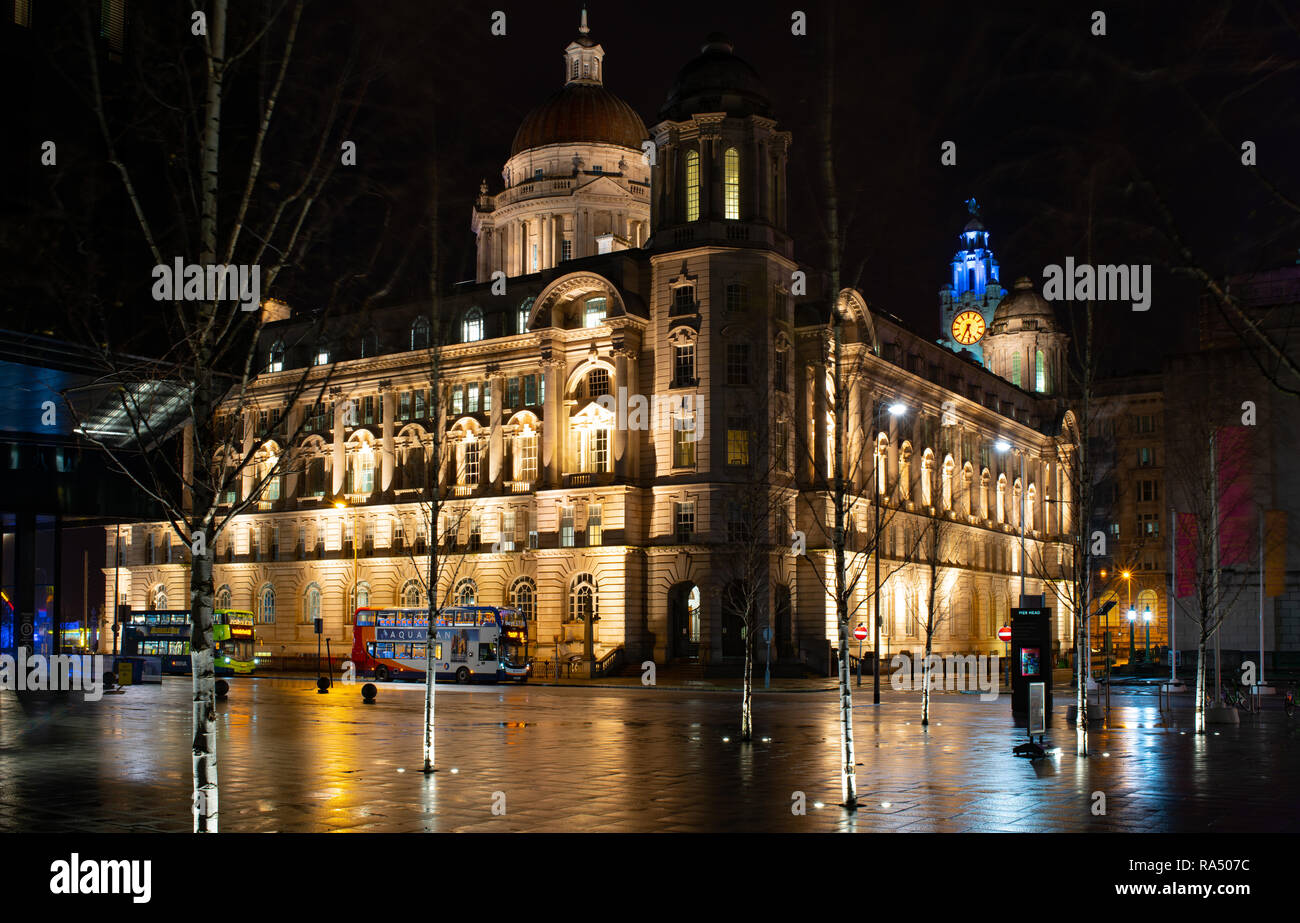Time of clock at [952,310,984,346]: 5:34
